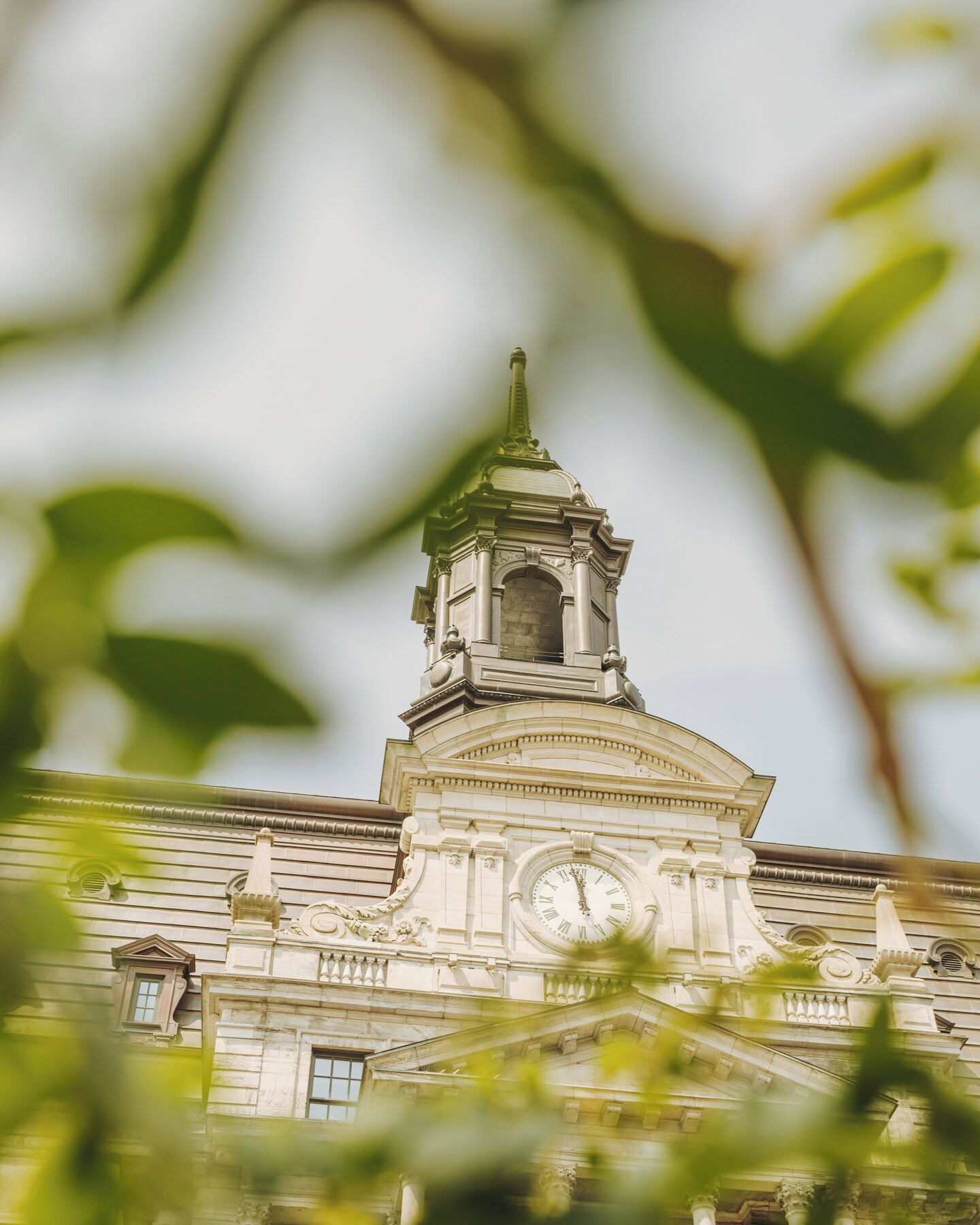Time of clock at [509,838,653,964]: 11:58
